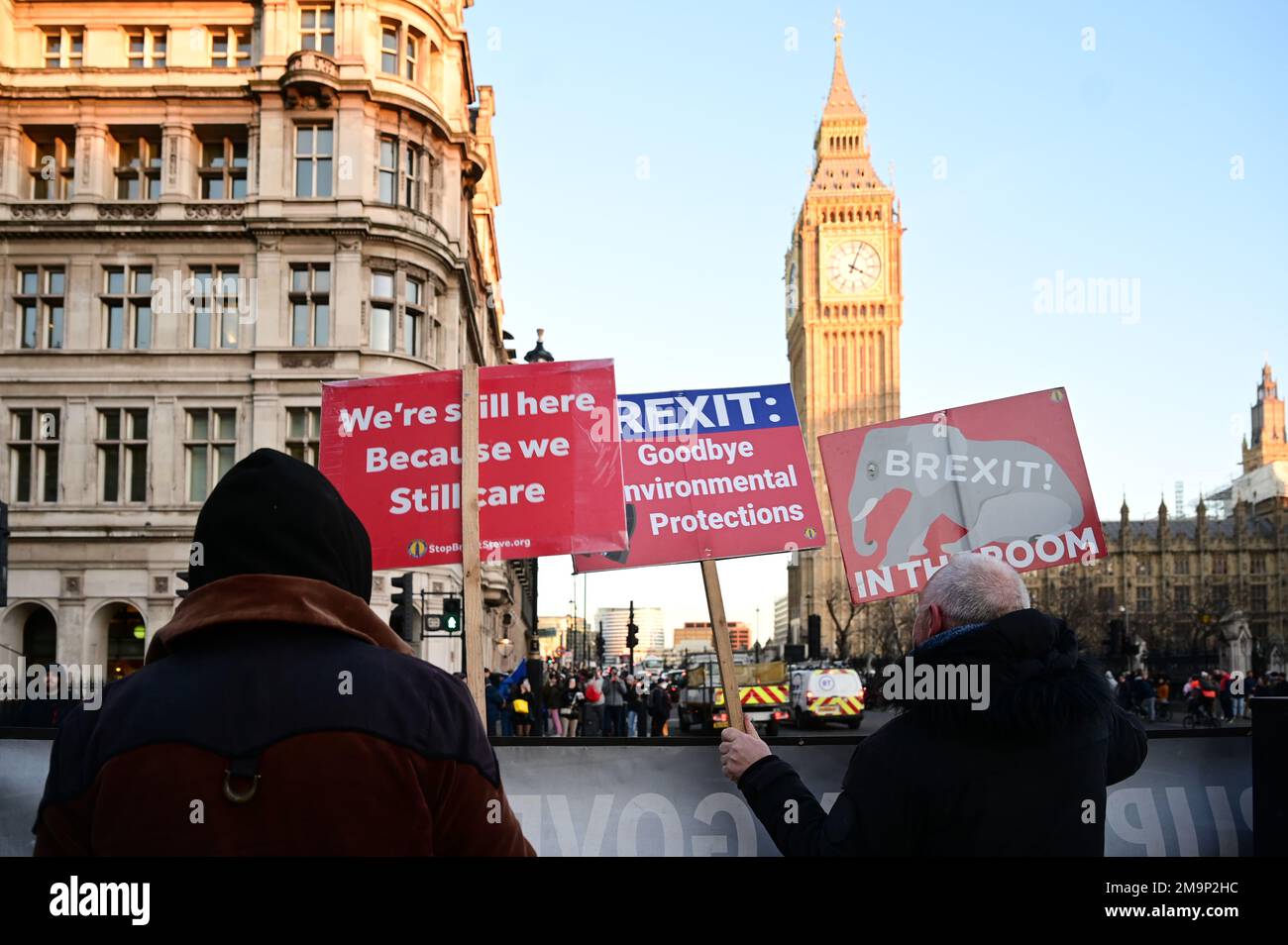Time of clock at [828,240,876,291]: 4:03
